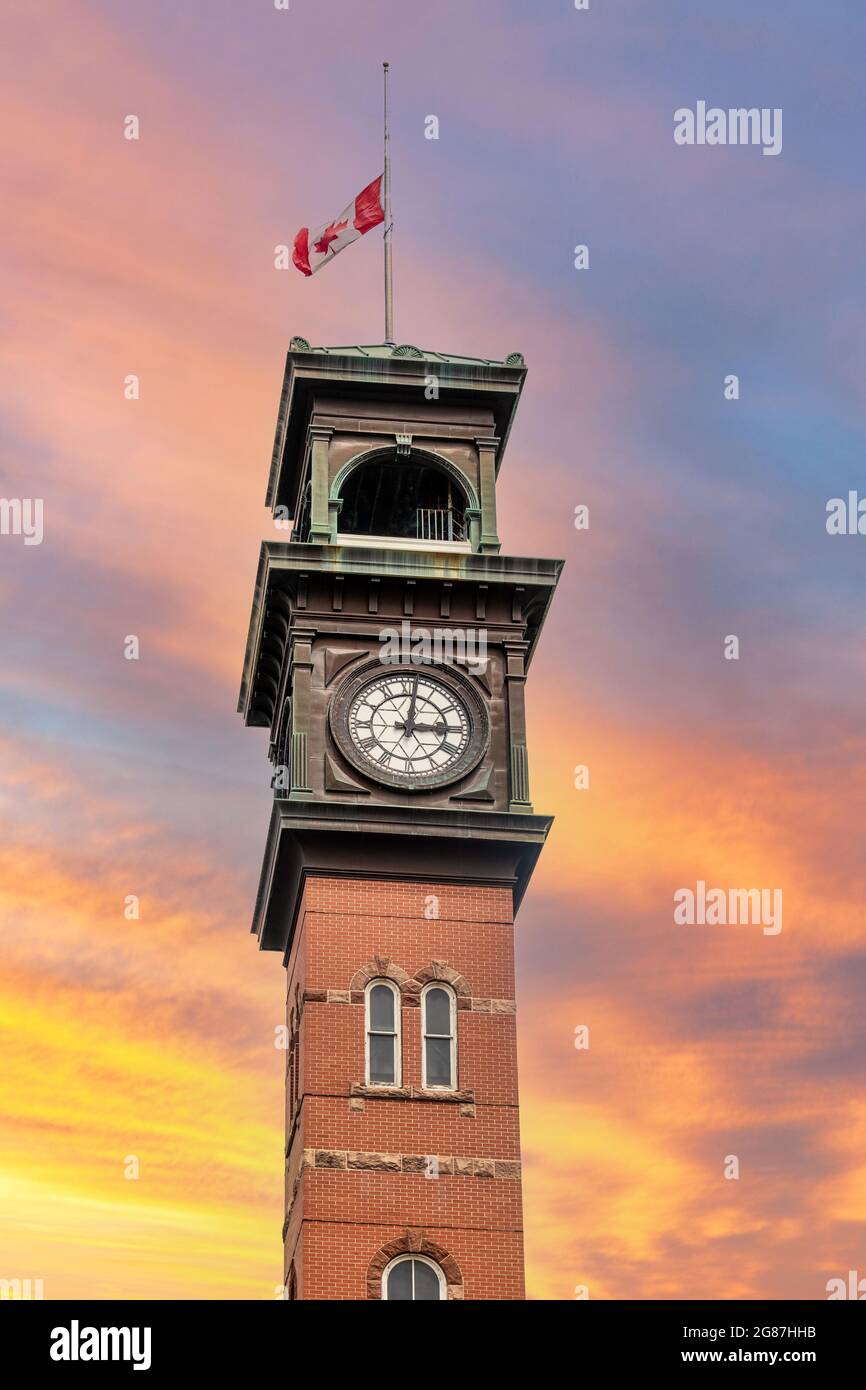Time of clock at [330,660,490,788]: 3:01
